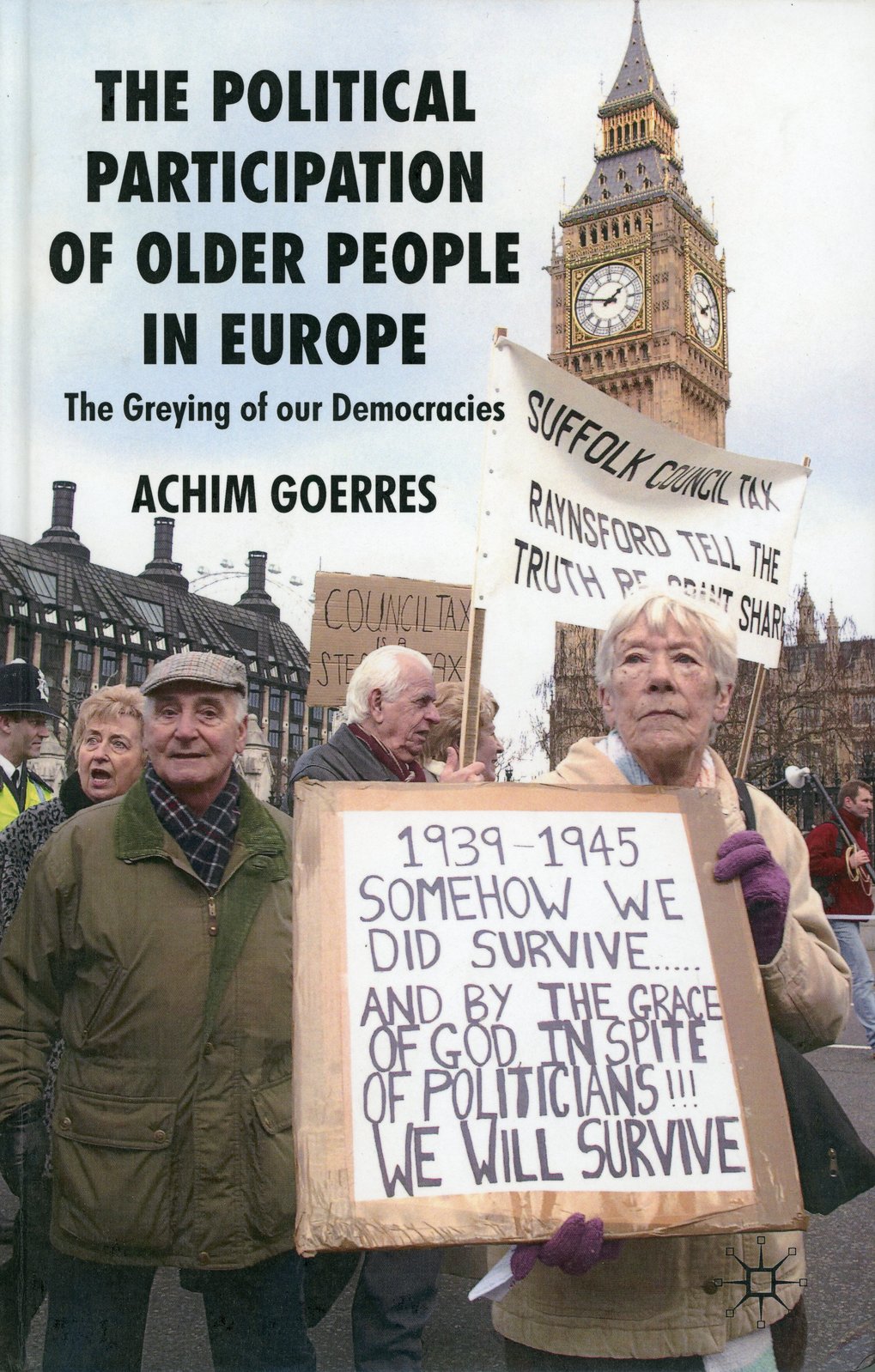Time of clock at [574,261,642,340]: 1:47
